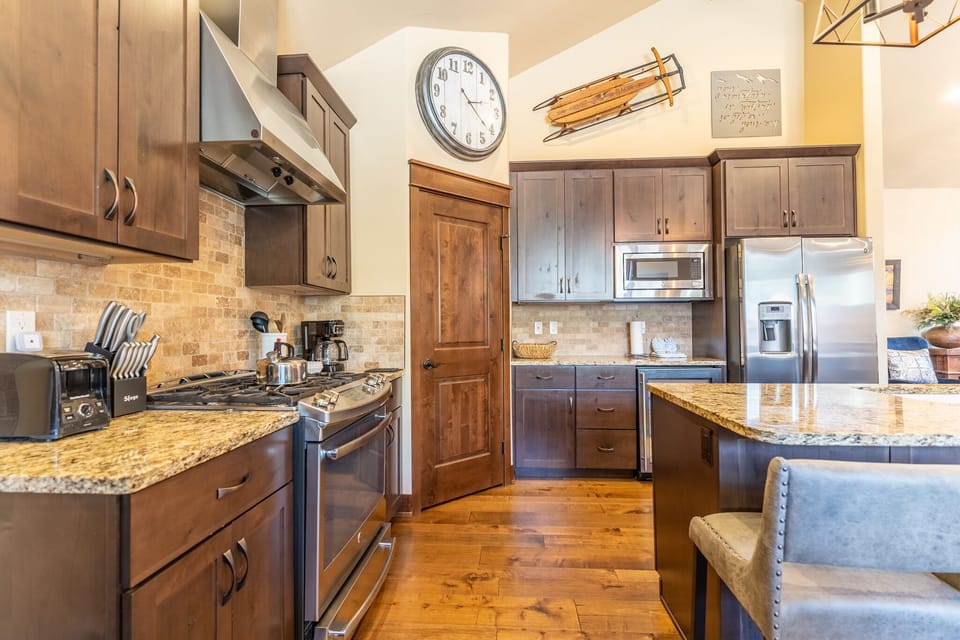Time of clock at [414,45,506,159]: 2:21
